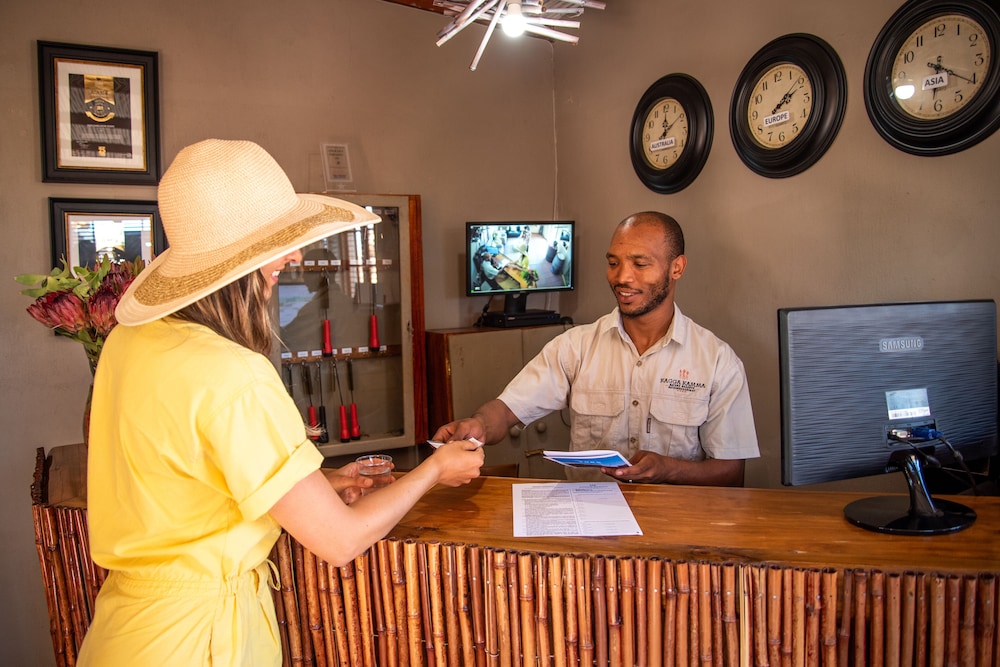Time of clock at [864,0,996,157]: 6:20
